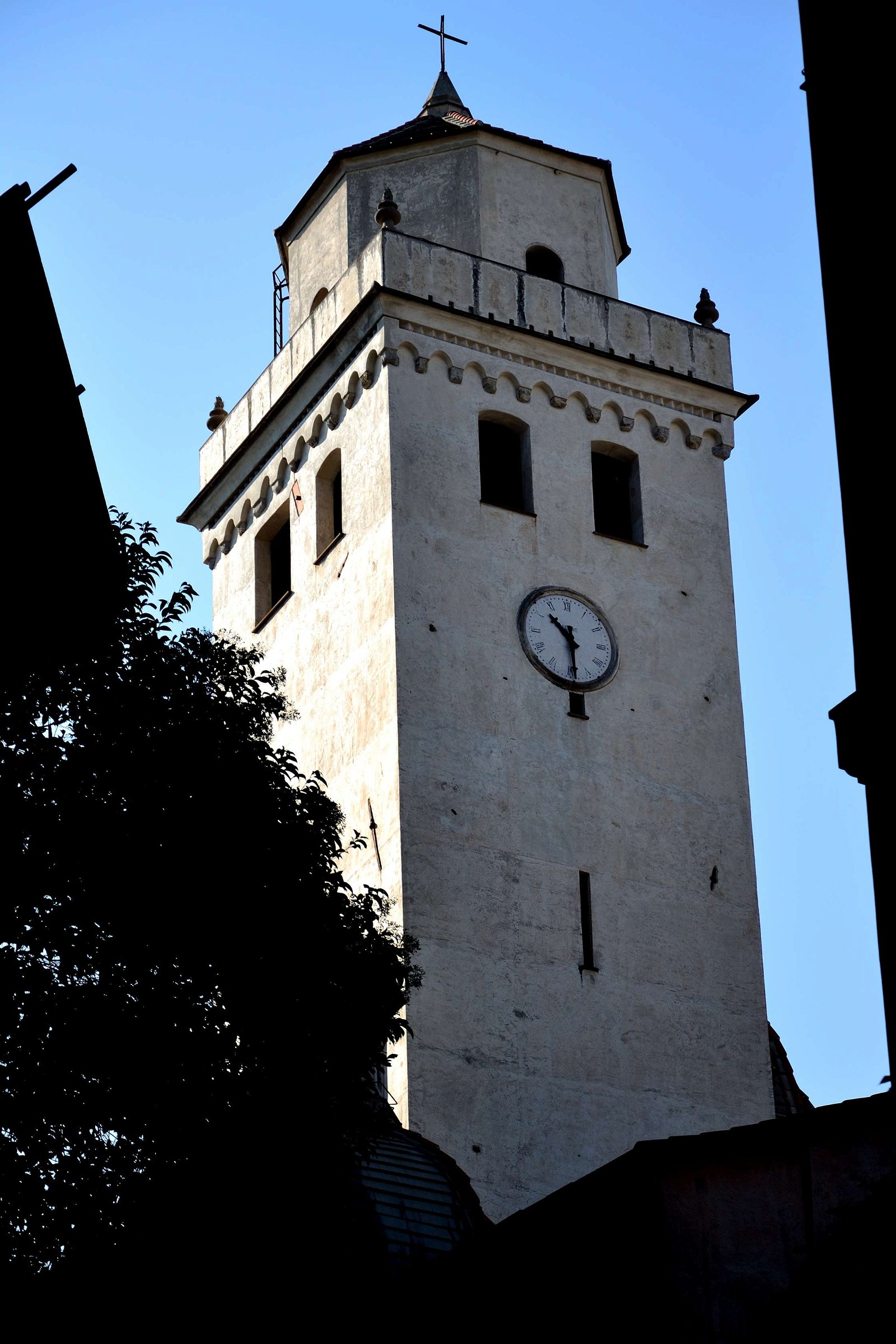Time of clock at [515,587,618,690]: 10:29
